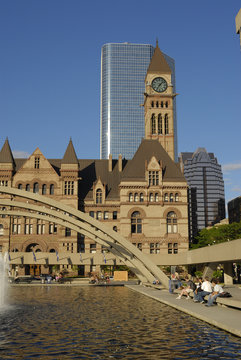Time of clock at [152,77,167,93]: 7:07
